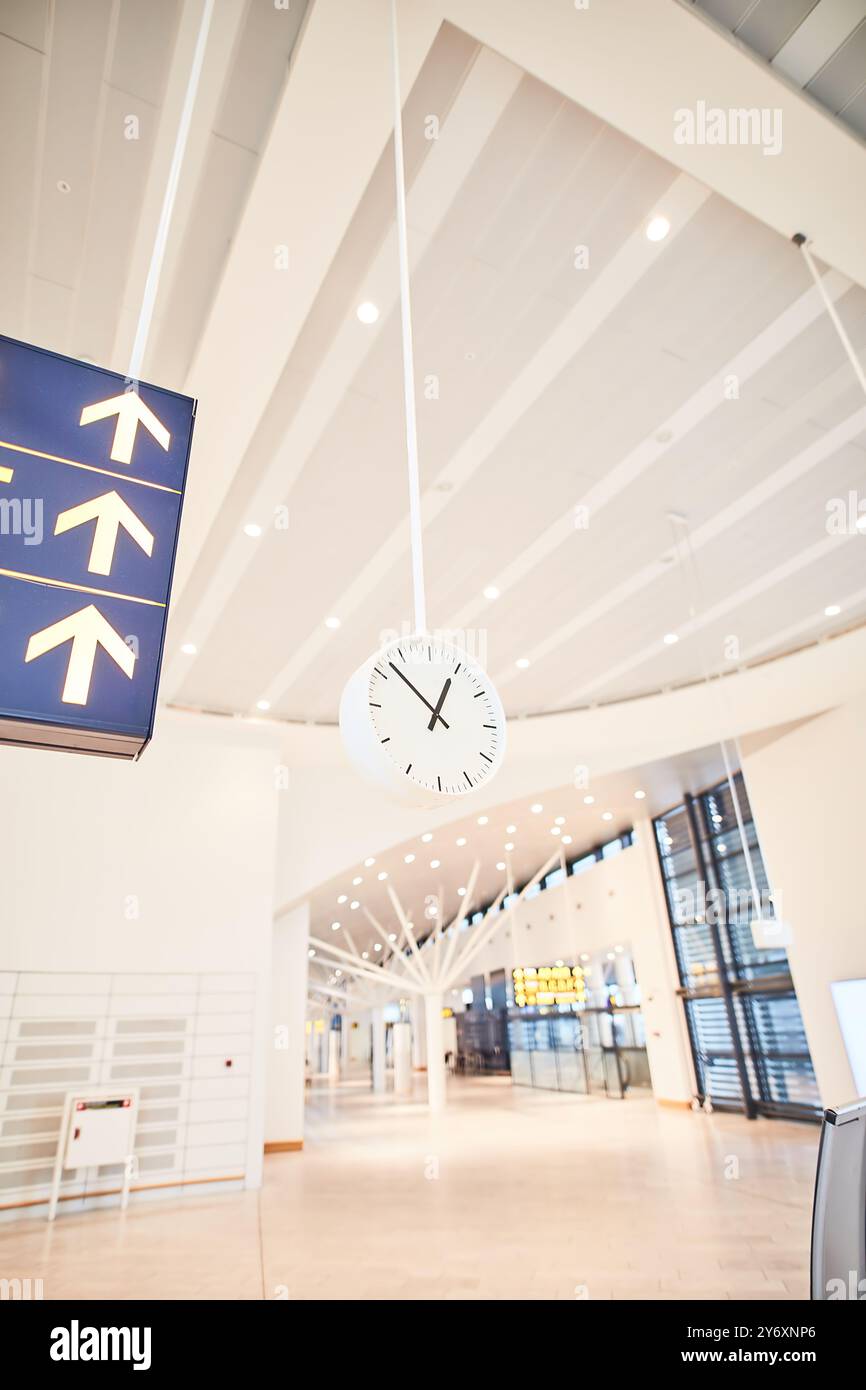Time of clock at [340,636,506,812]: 12:52
